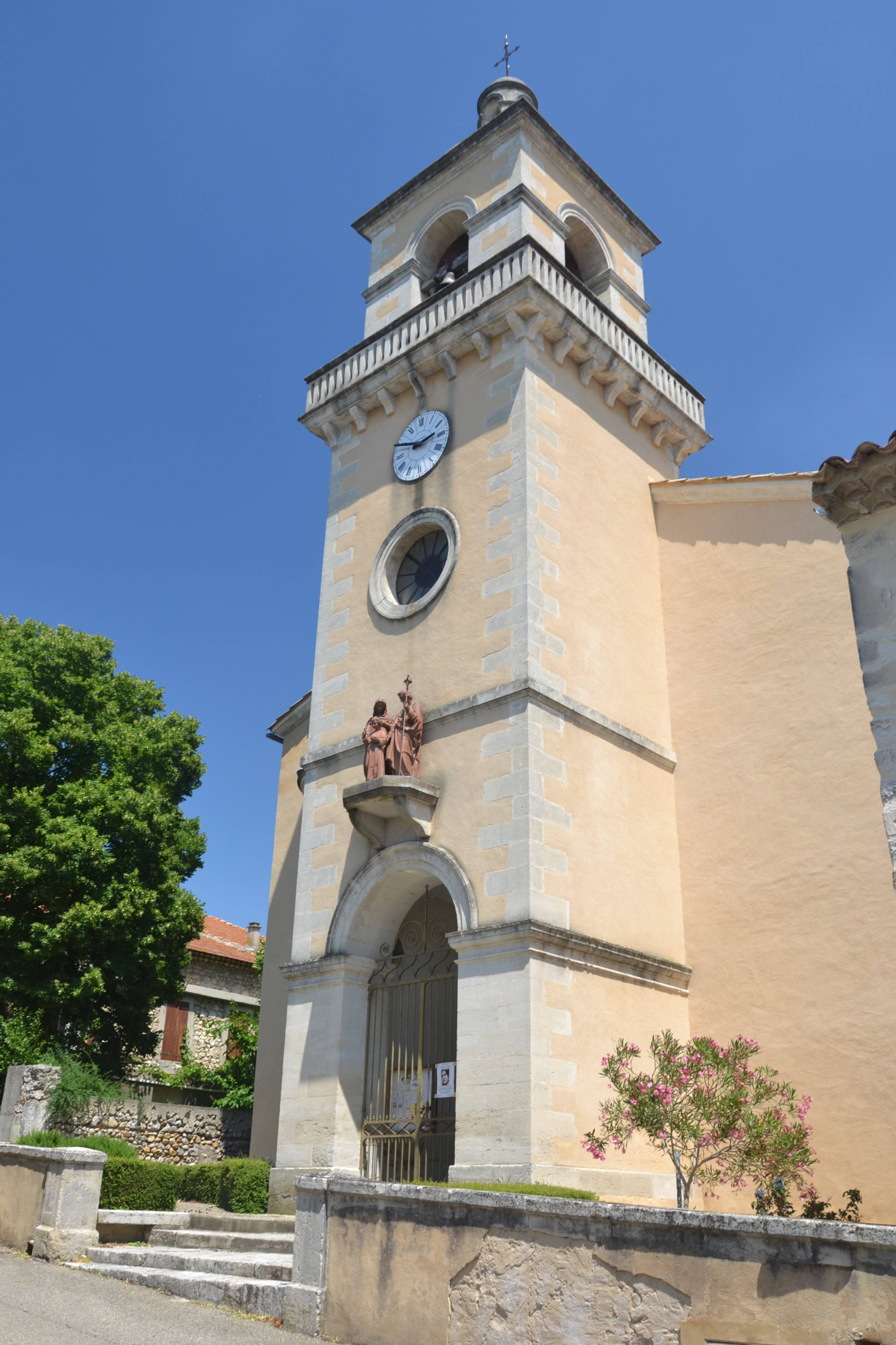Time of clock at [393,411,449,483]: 2:49
